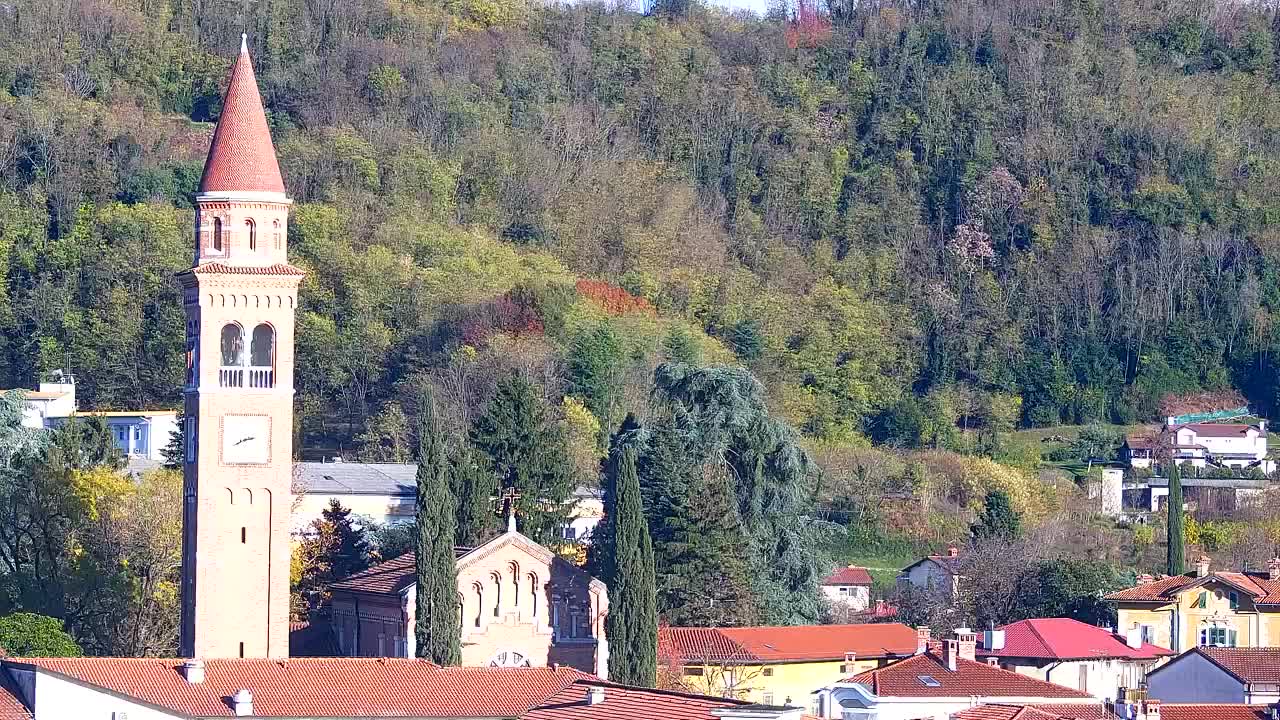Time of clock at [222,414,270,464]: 2:40
